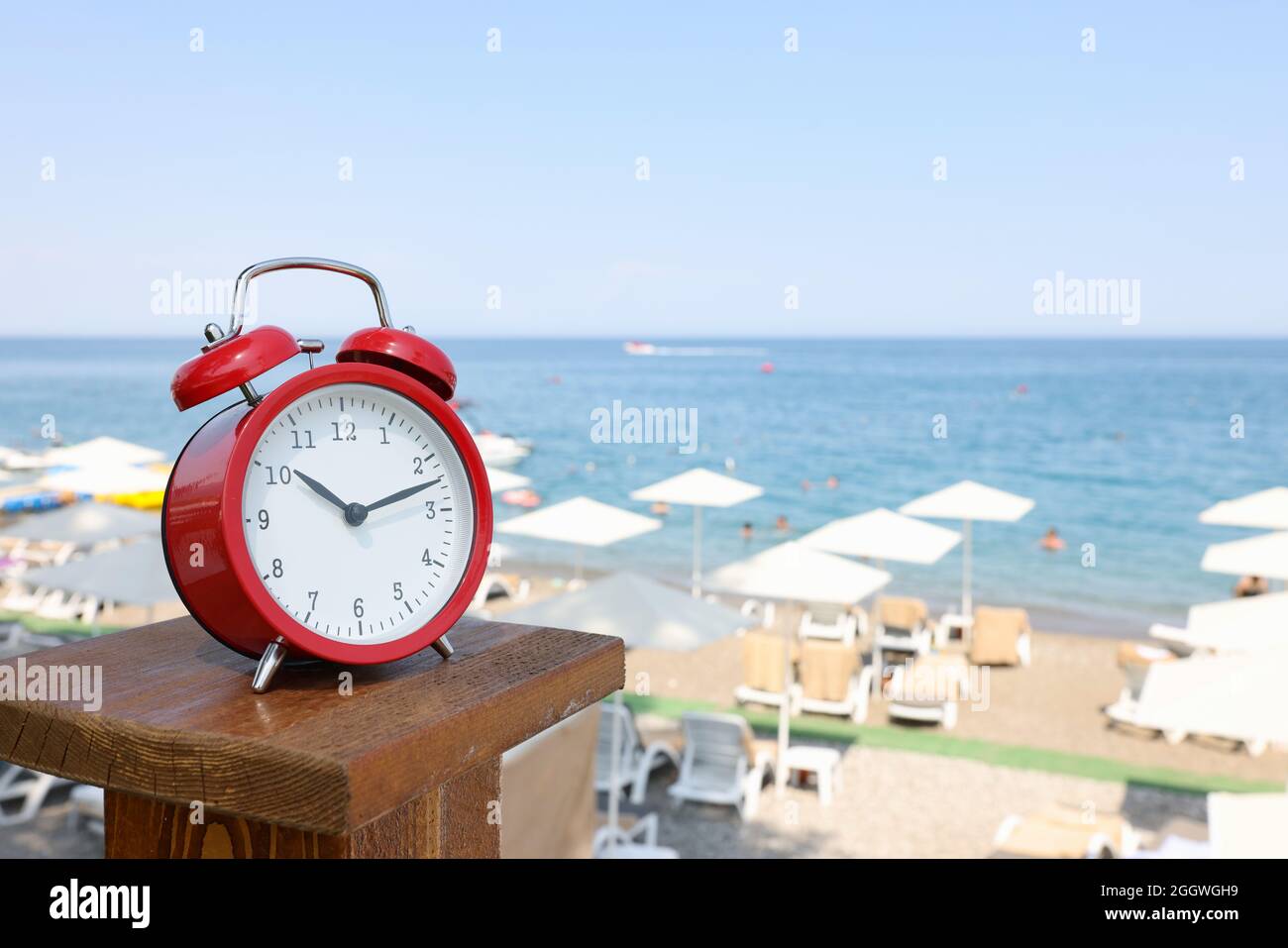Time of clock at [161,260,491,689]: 10:12
